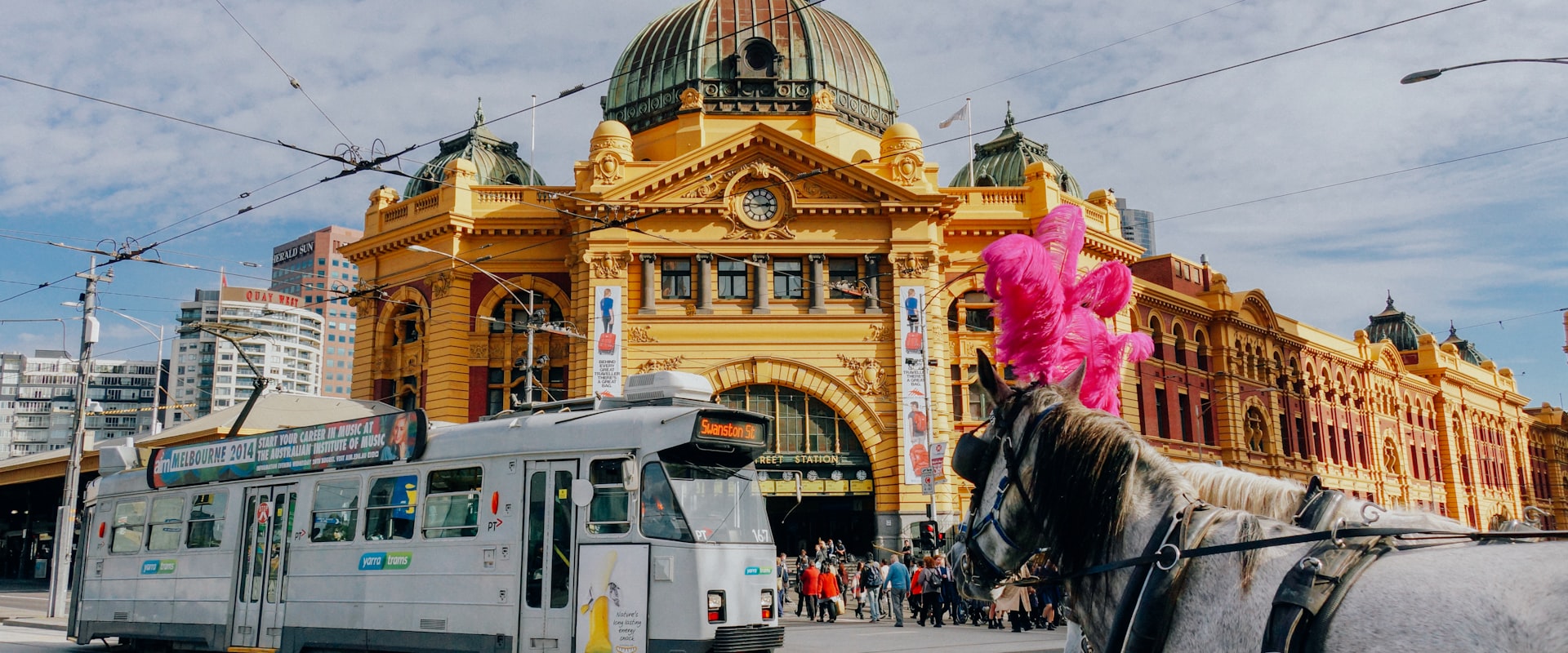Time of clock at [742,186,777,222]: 2:45
